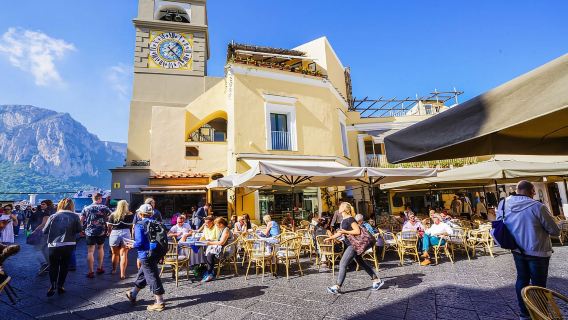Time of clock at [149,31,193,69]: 1:22
